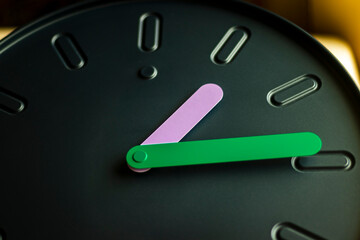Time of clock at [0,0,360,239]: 1:14
